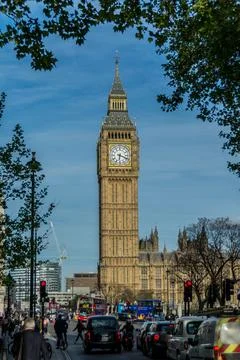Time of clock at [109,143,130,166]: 6:18
